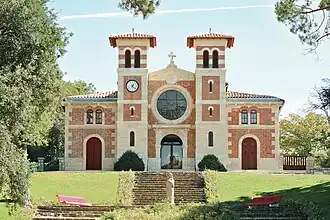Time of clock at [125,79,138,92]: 1:22
